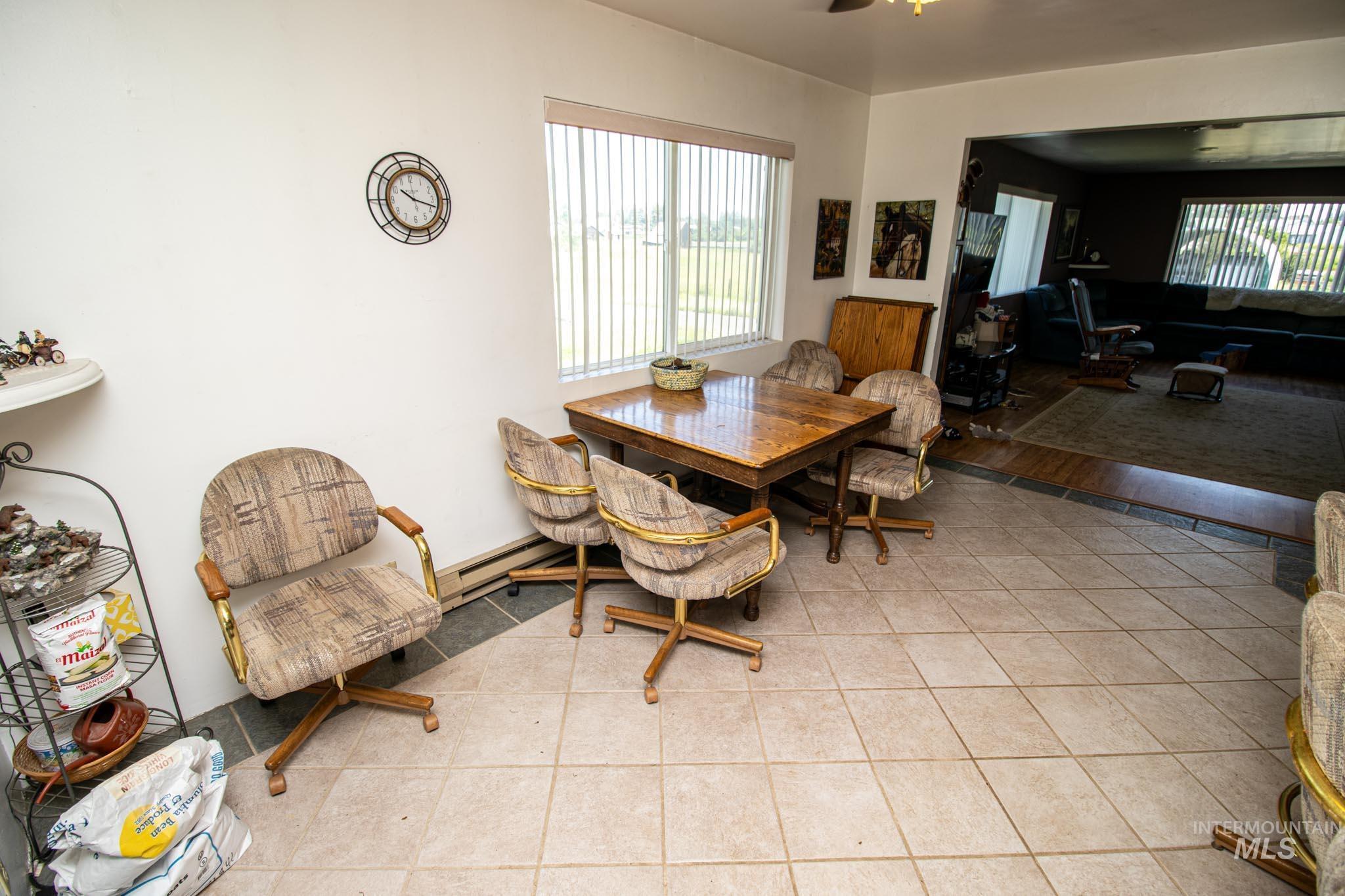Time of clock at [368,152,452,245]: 10:17
